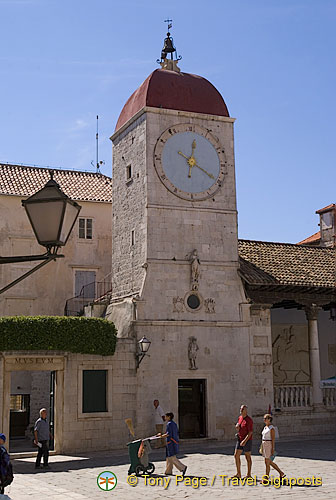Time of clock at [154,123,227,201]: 12:20
